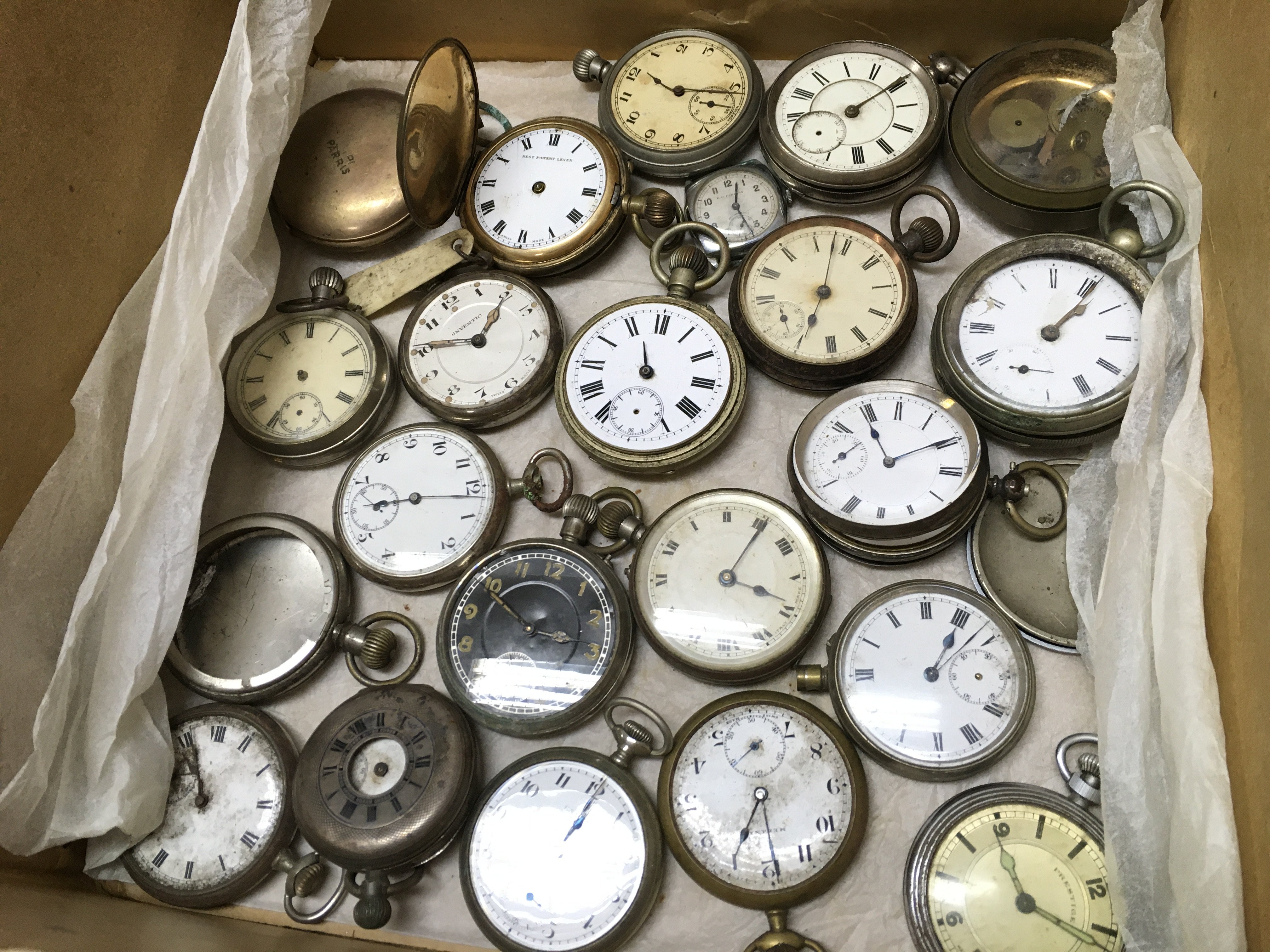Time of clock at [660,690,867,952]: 1:34
